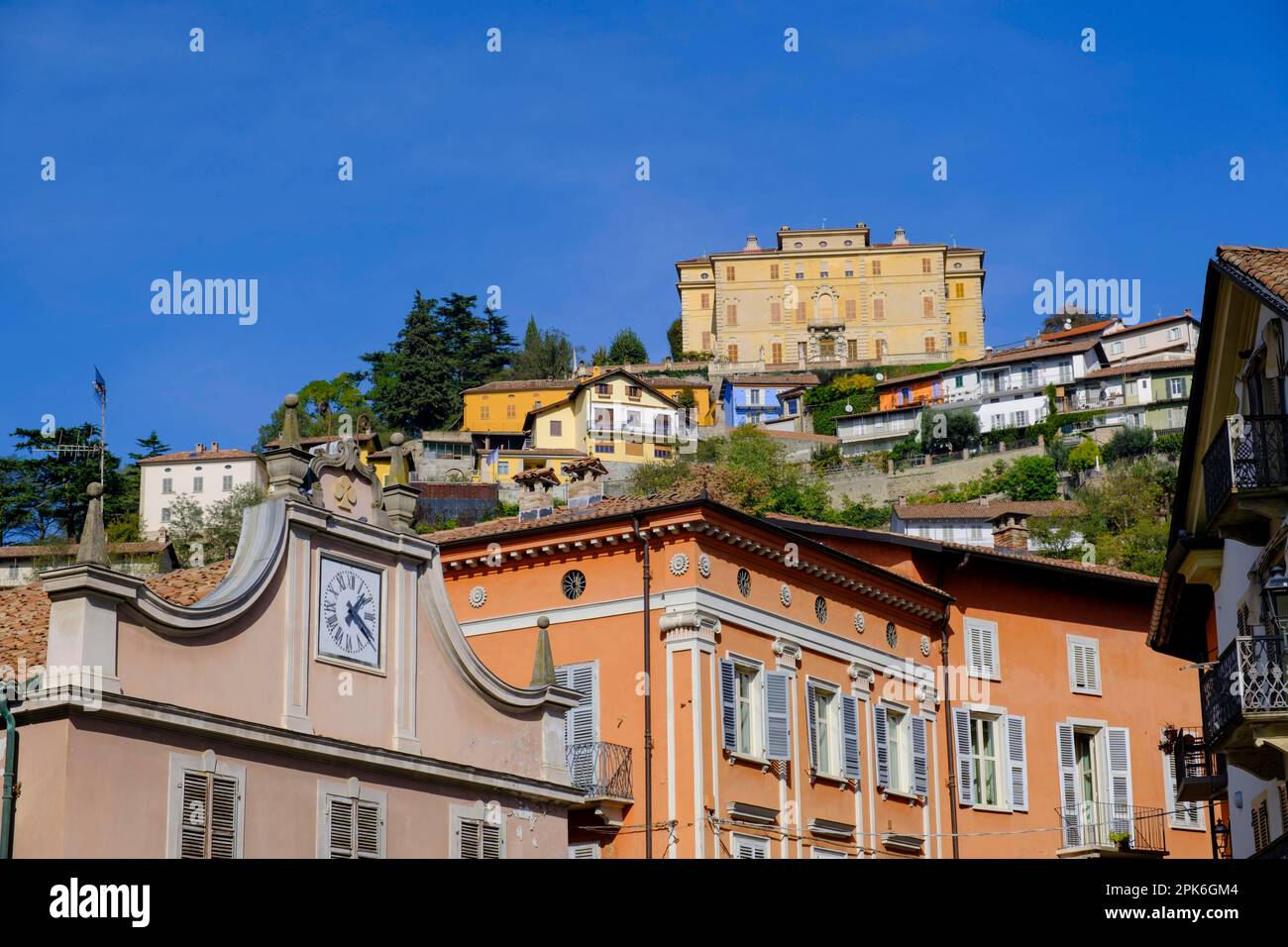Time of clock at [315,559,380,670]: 1:20
